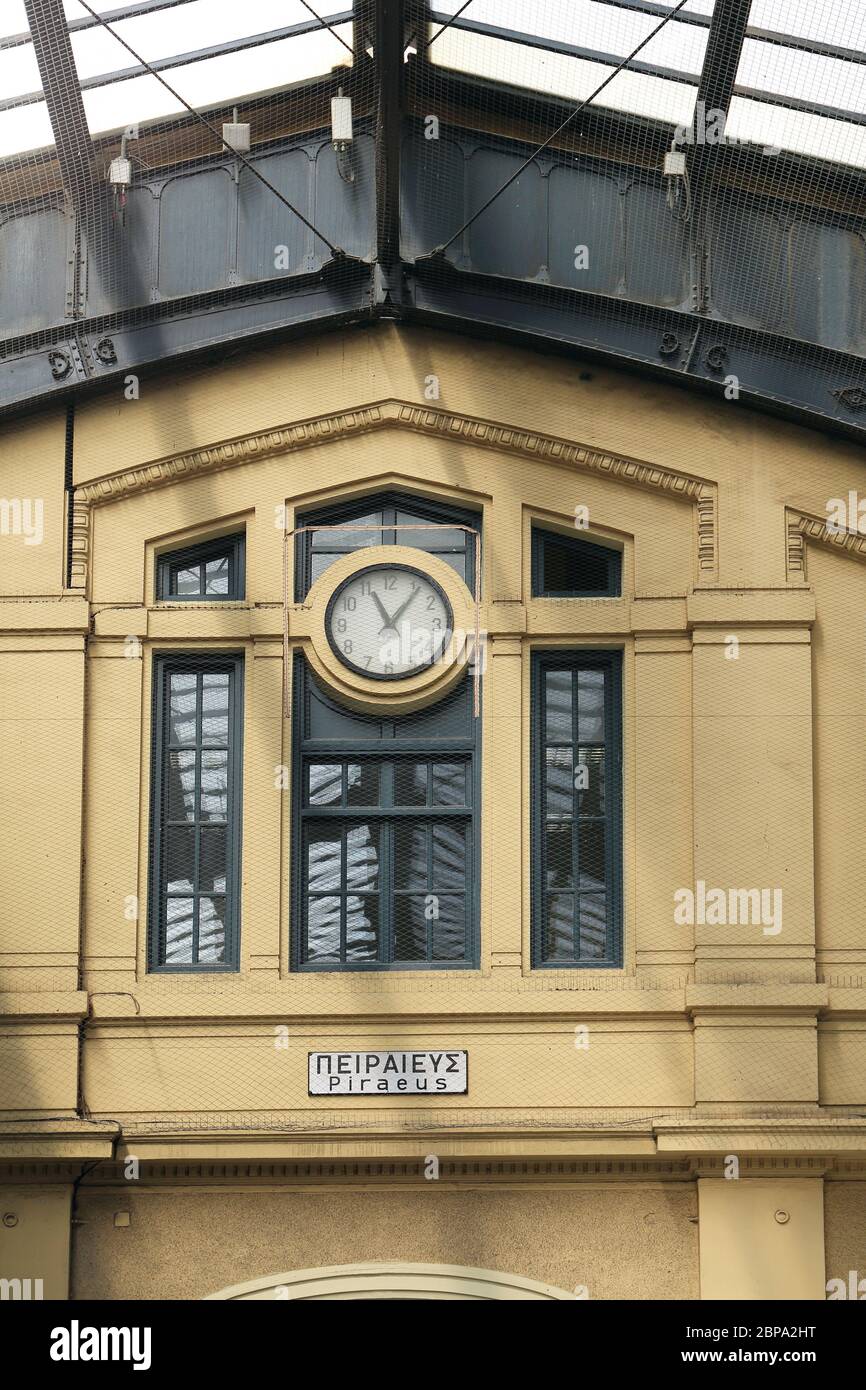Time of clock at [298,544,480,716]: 11:06
